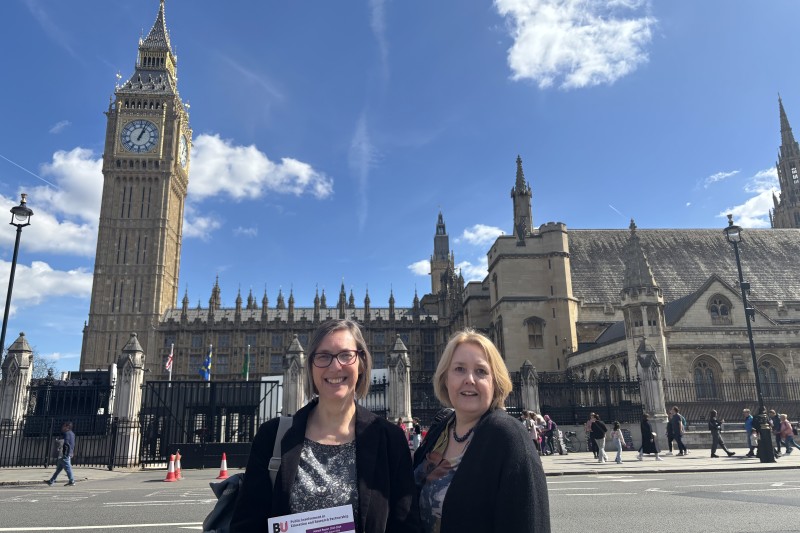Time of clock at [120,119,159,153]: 1:03
